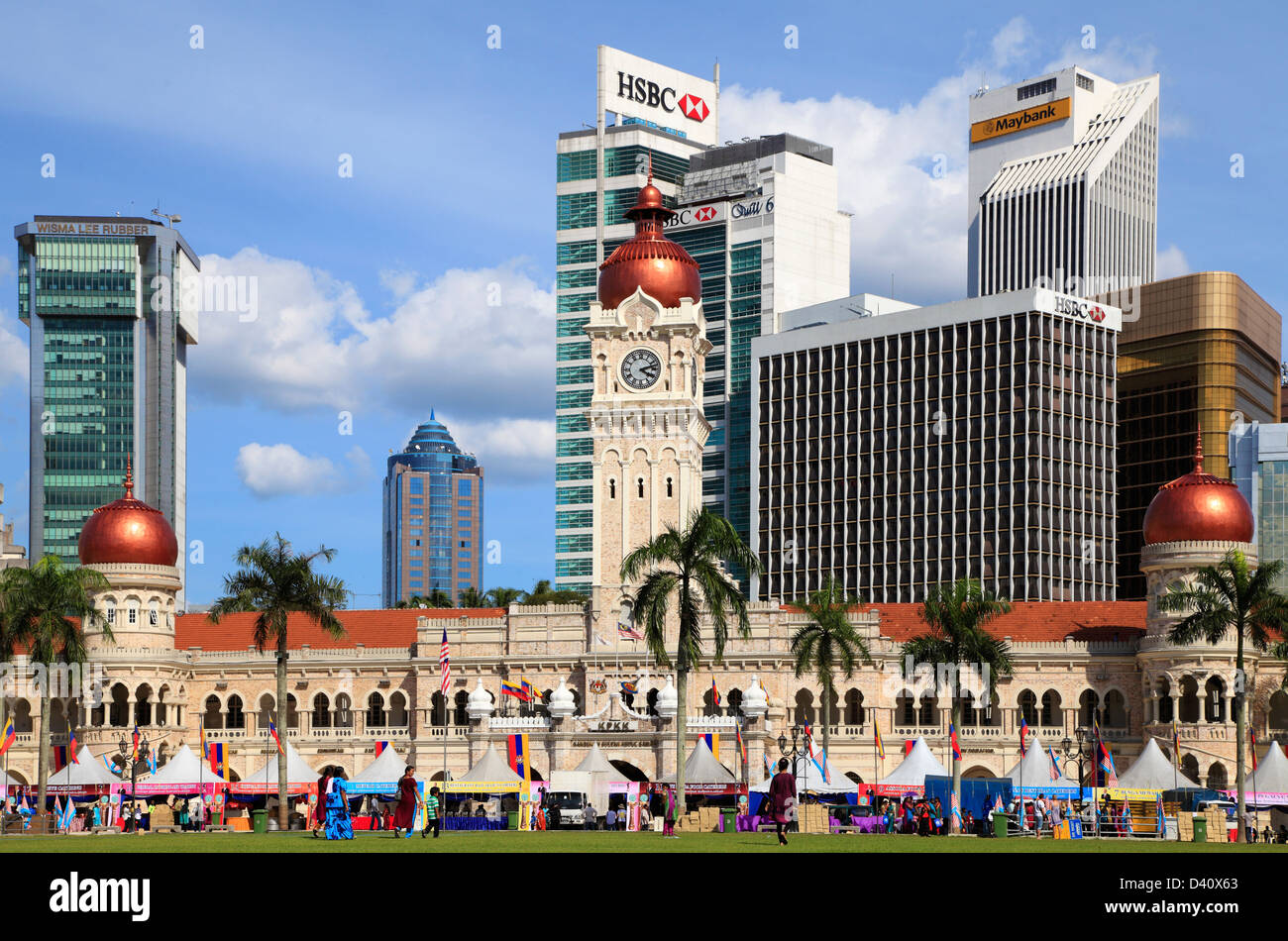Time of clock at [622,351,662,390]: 4:12
